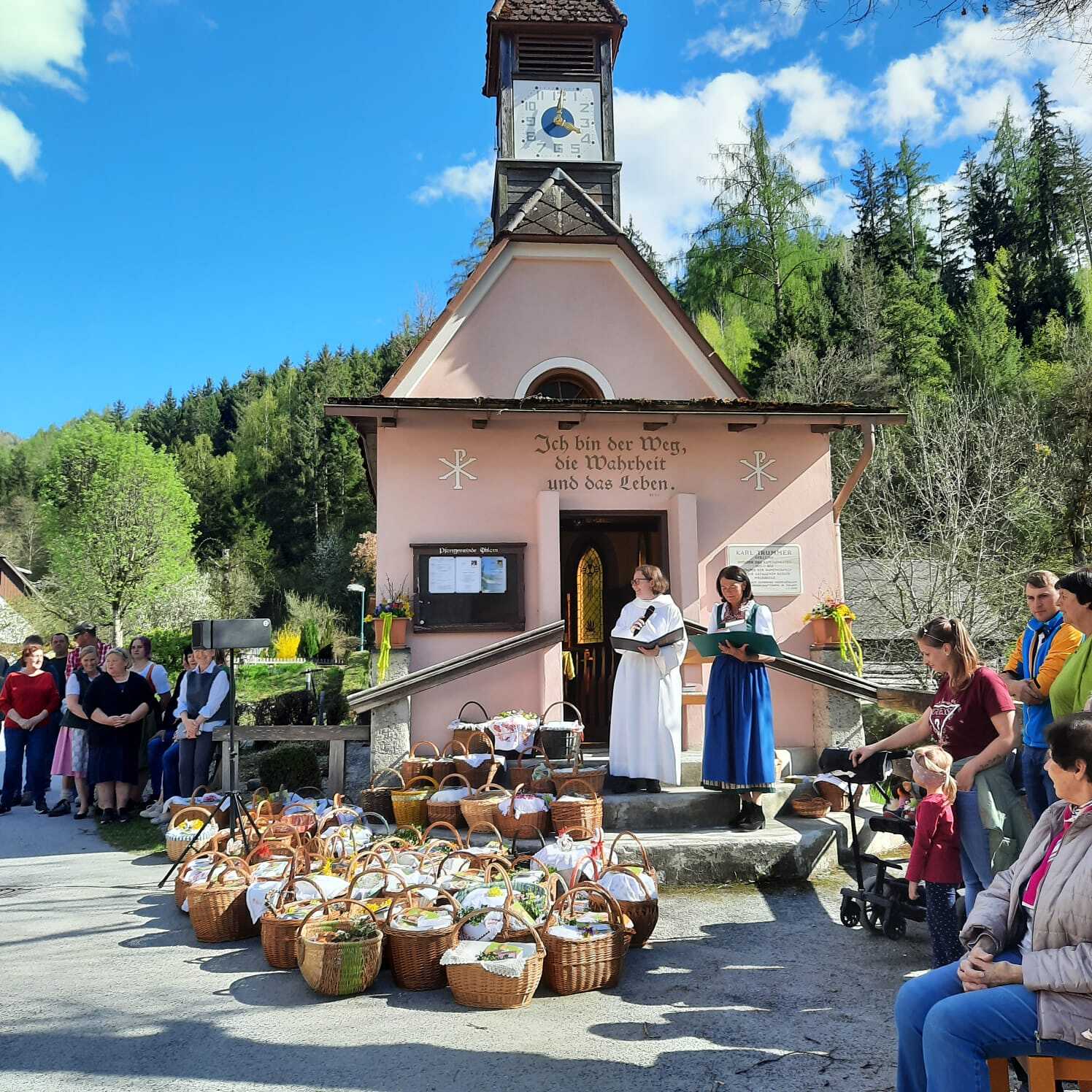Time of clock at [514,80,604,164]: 4:01
